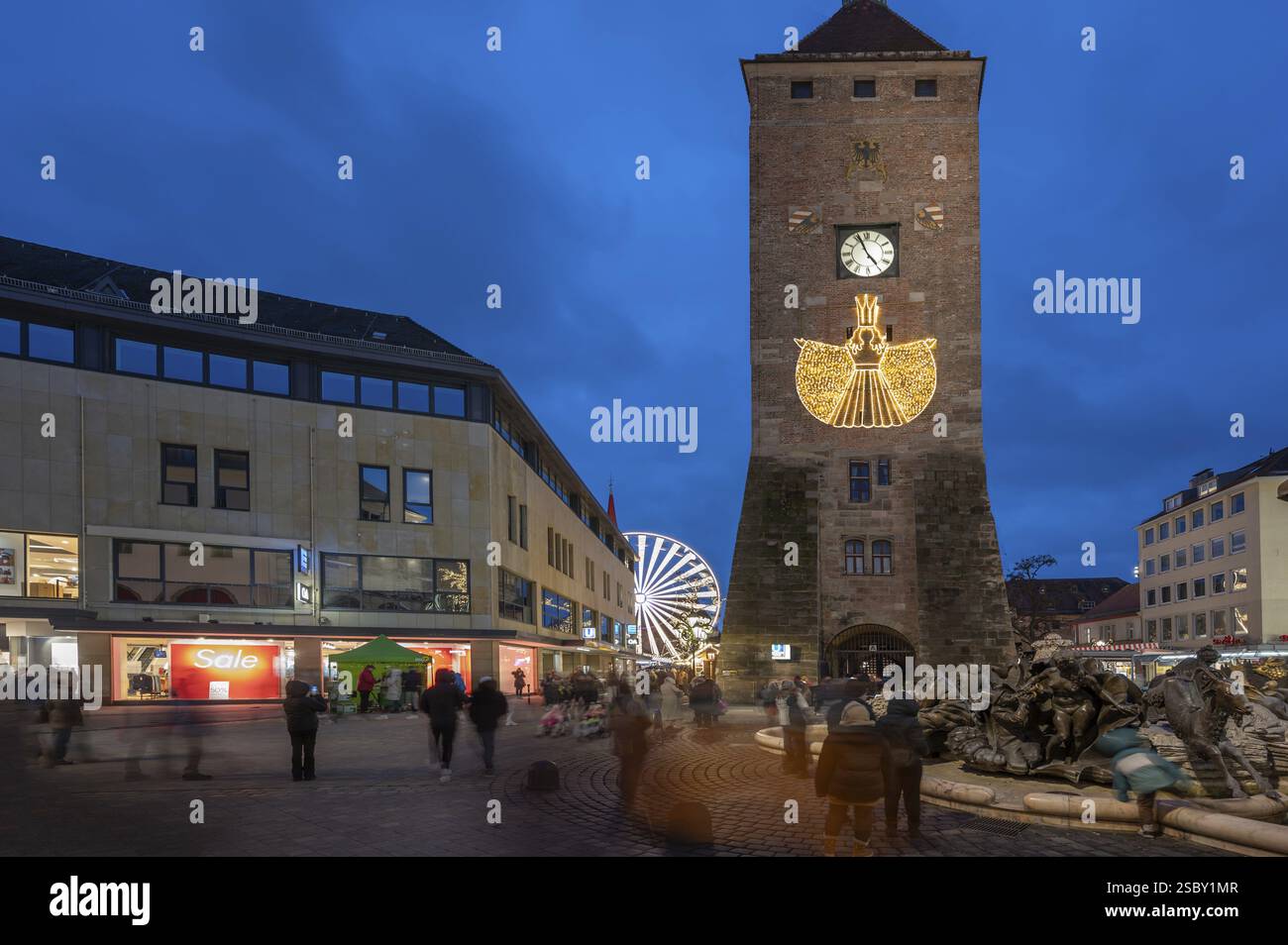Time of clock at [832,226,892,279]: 4:56
